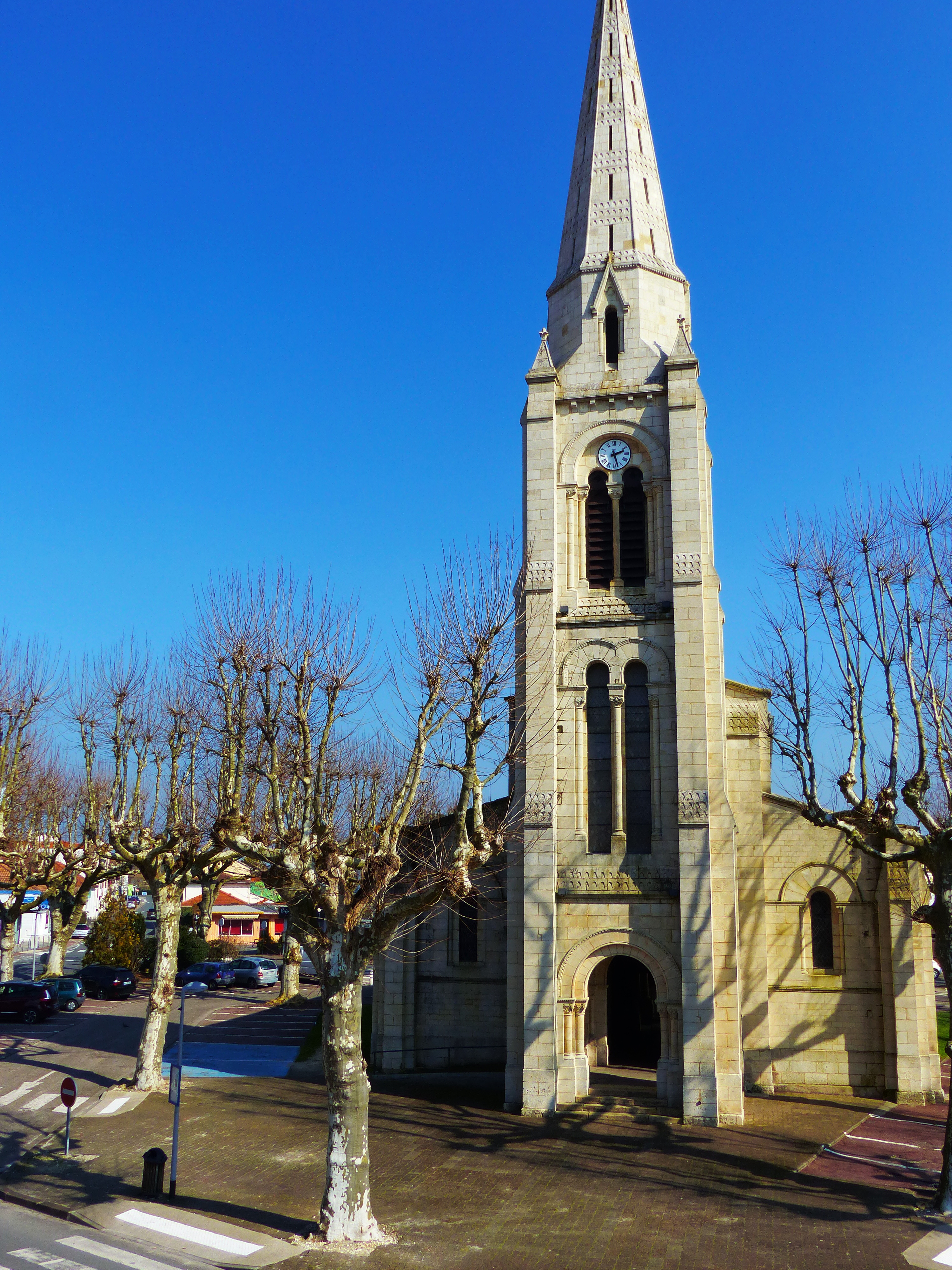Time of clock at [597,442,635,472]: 2:27
